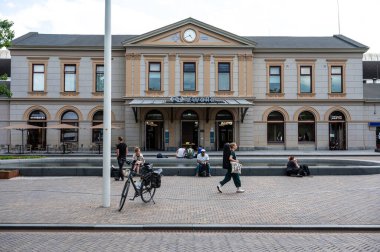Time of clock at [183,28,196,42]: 4:41
